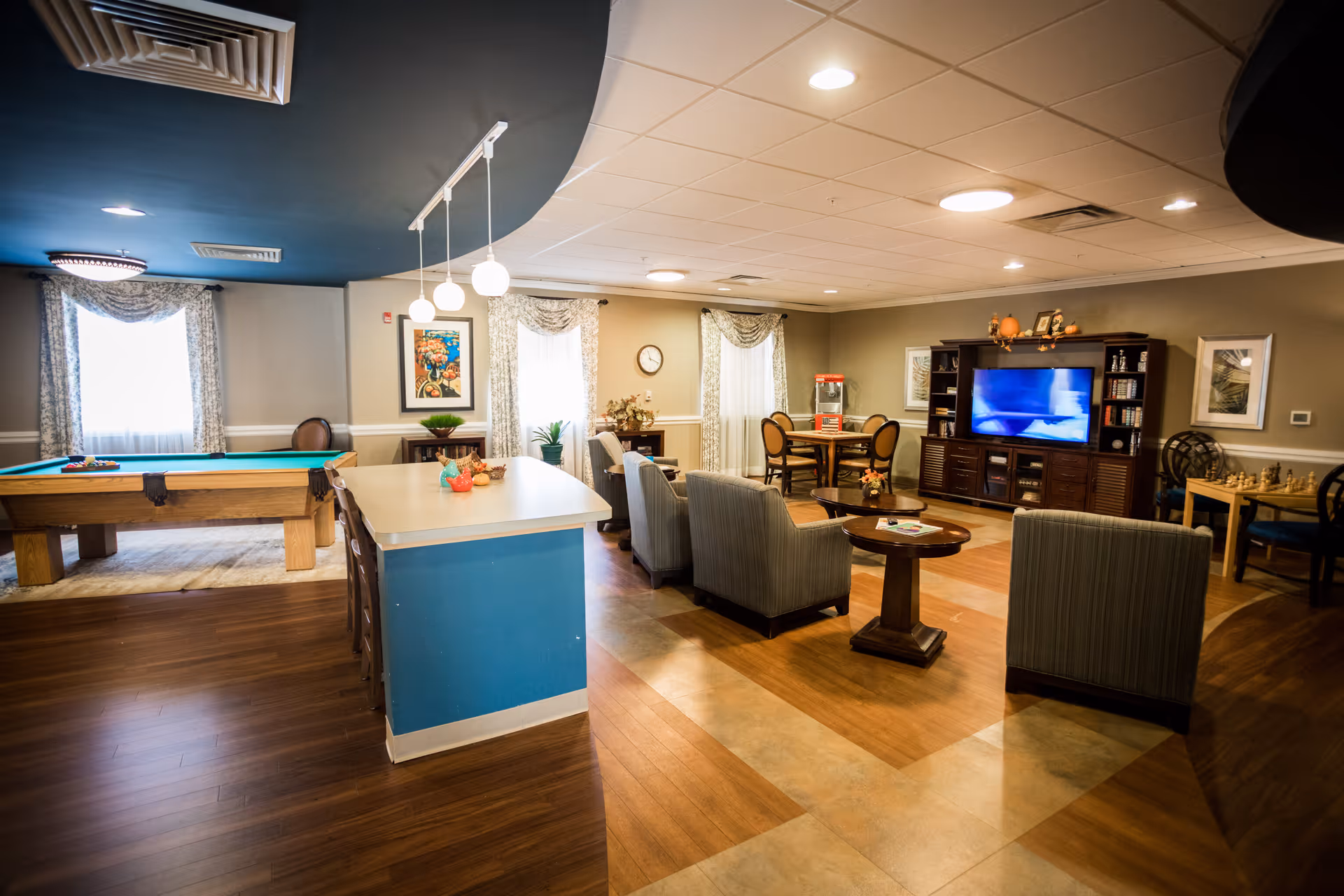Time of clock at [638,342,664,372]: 11:18
